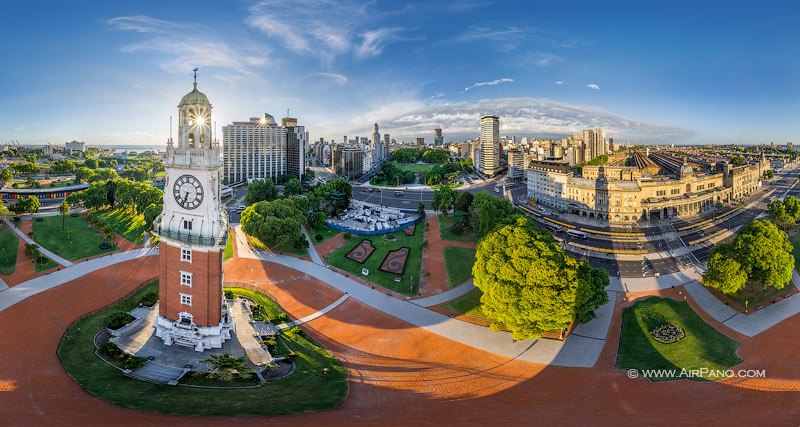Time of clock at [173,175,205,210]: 6:34
